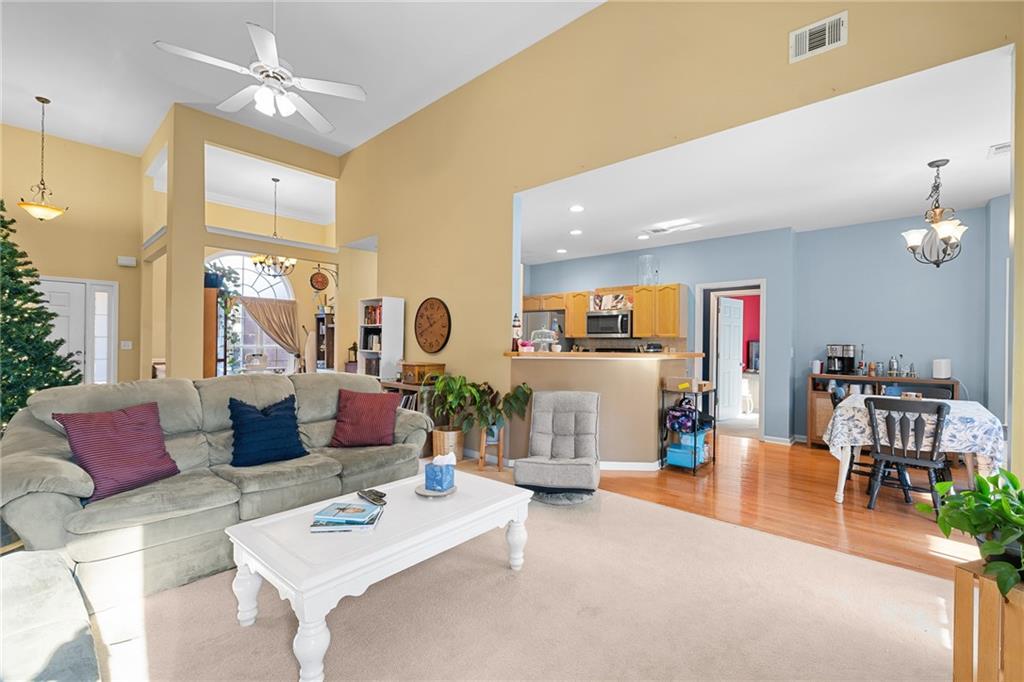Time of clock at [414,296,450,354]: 10:40
